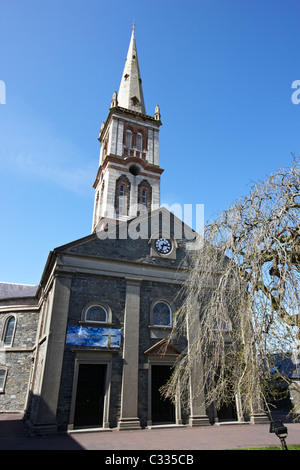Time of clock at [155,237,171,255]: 2:33
